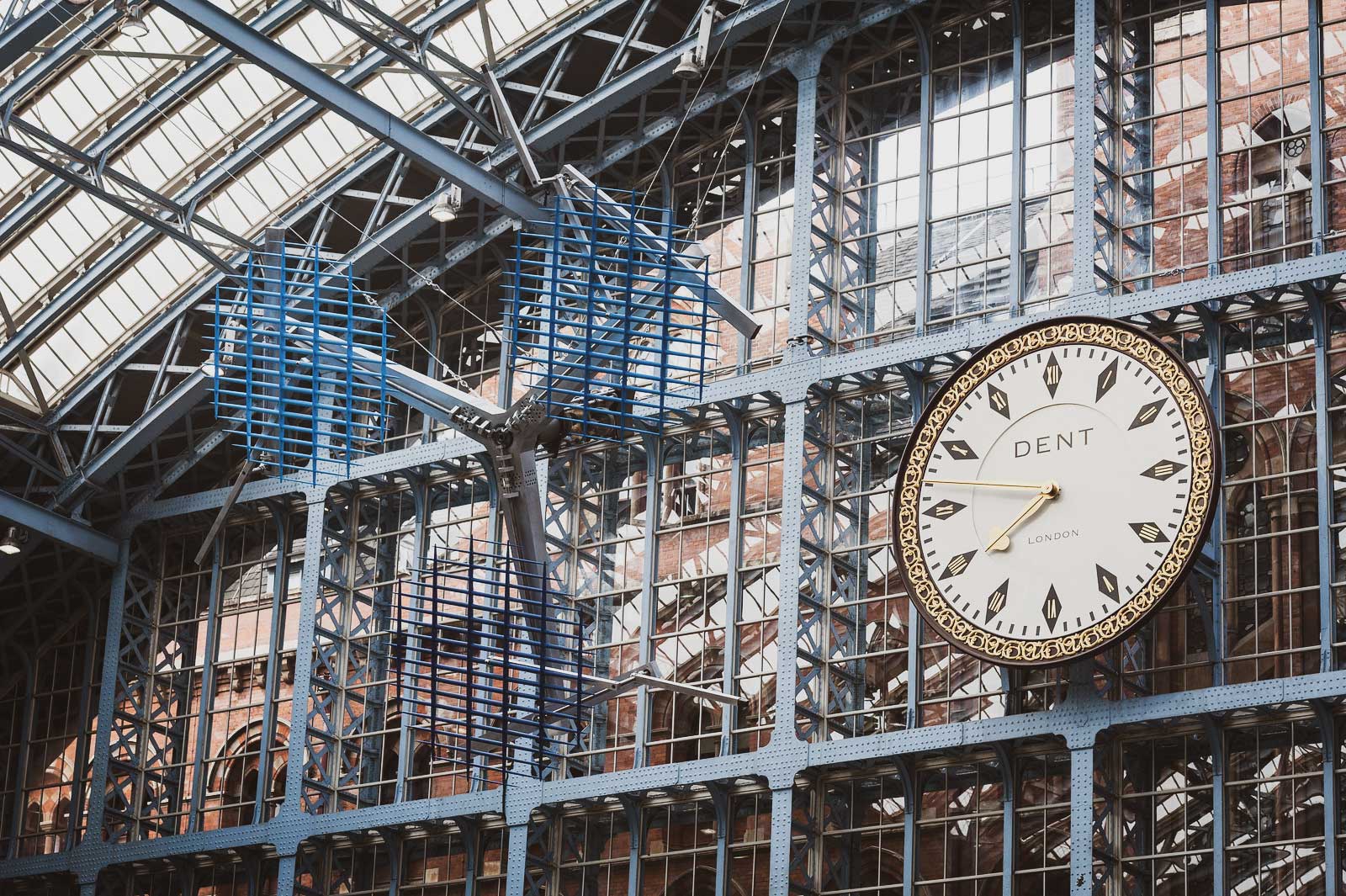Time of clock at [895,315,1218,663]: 7:46
